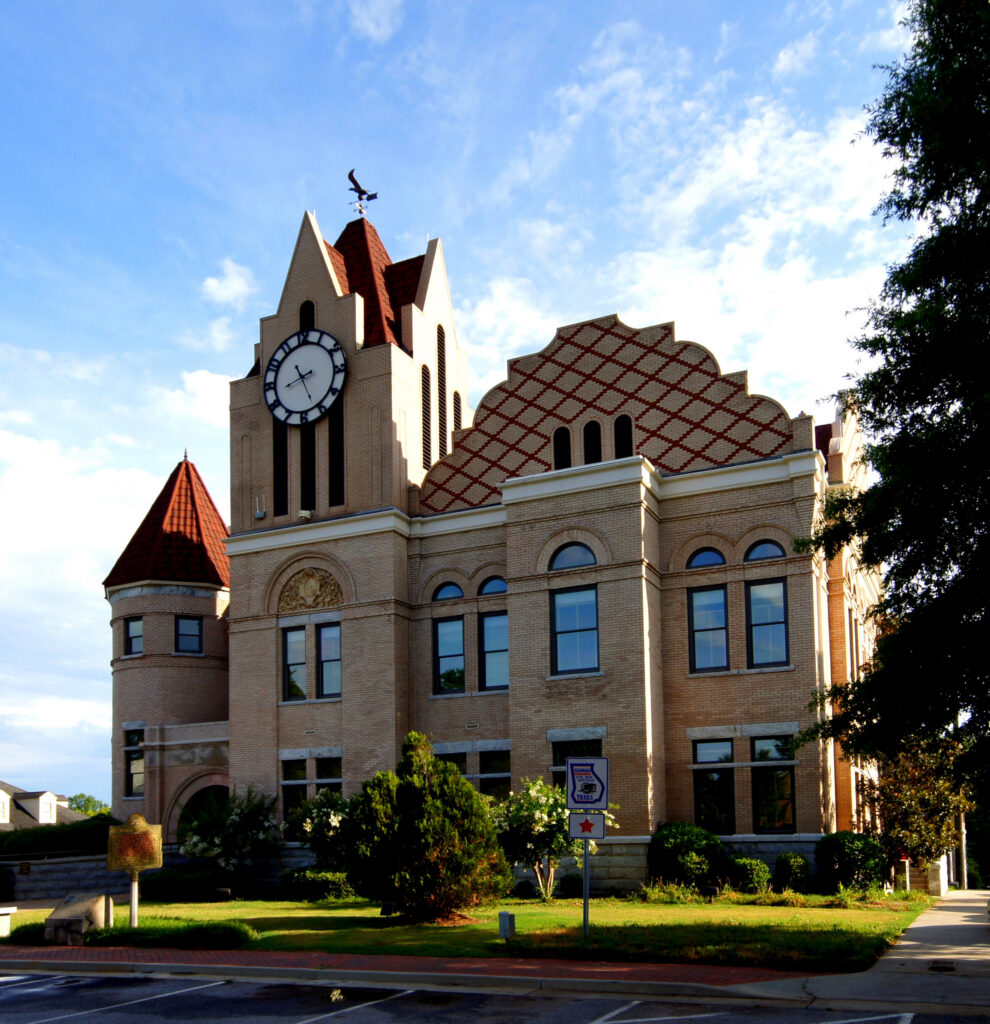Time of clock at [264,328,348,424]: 8:25
